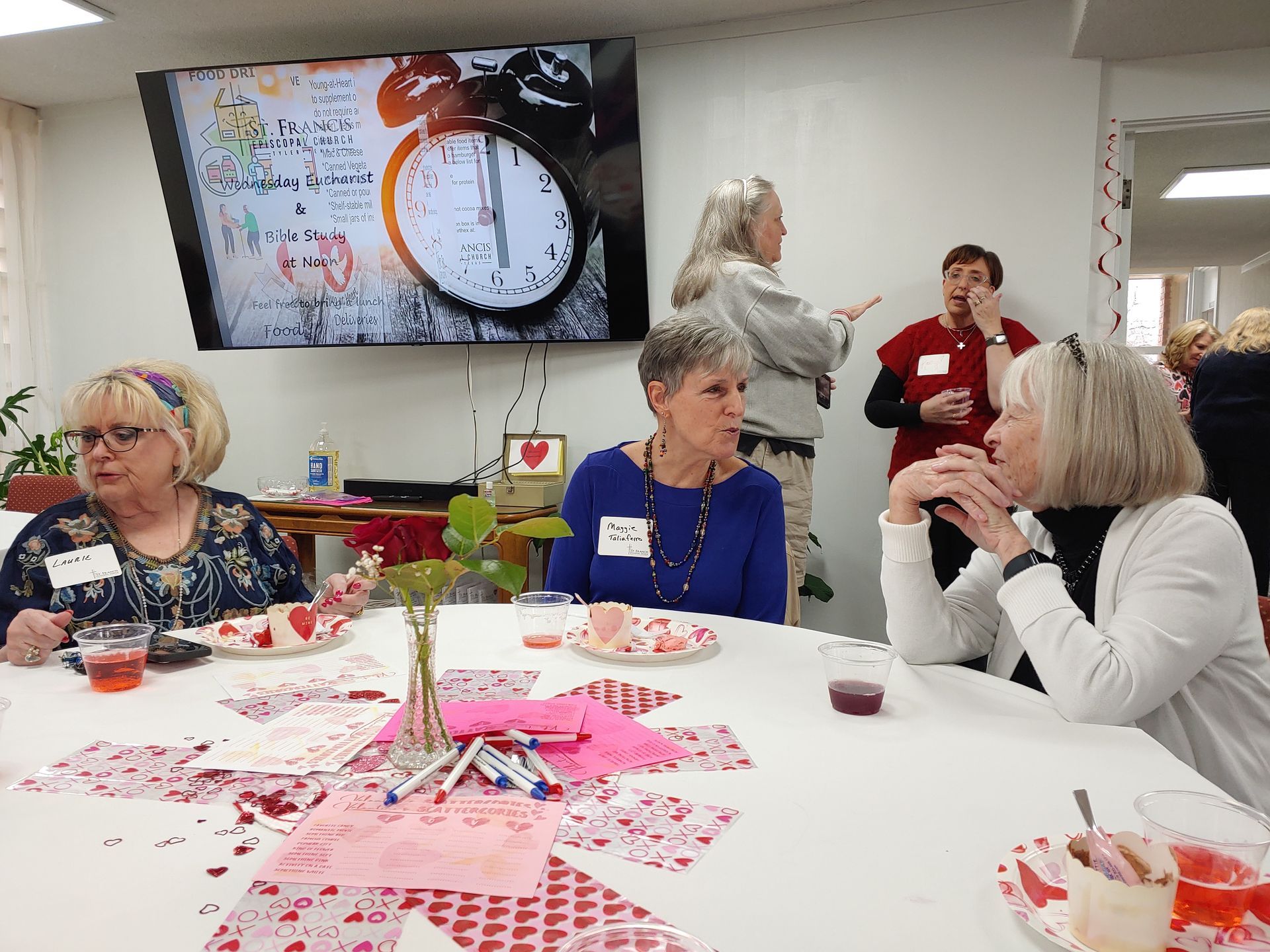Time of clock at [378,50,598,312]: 6:00
